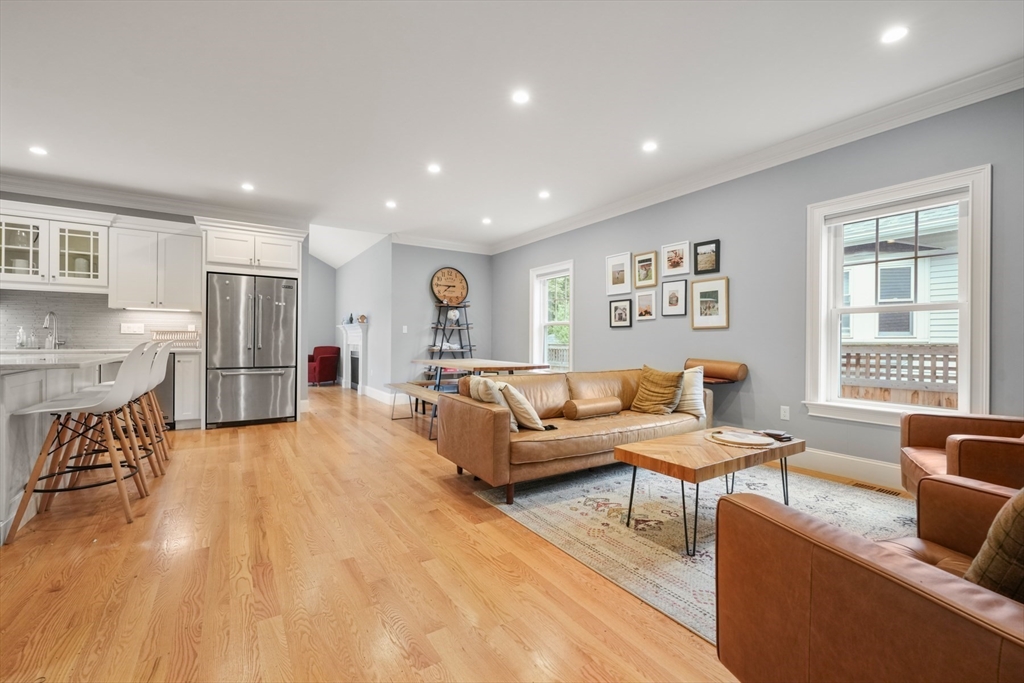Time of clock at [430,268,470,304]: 7:45
